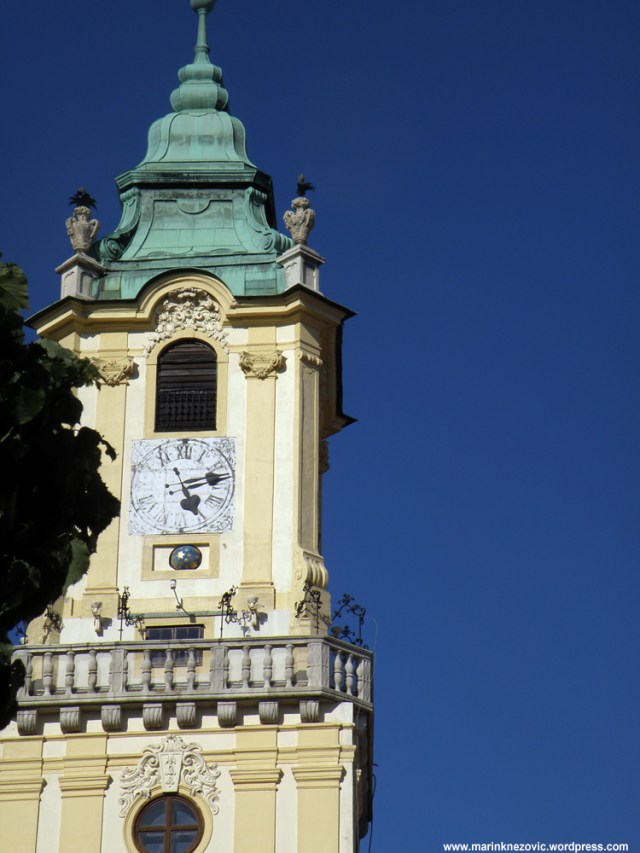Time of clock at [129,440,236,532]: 5:12
